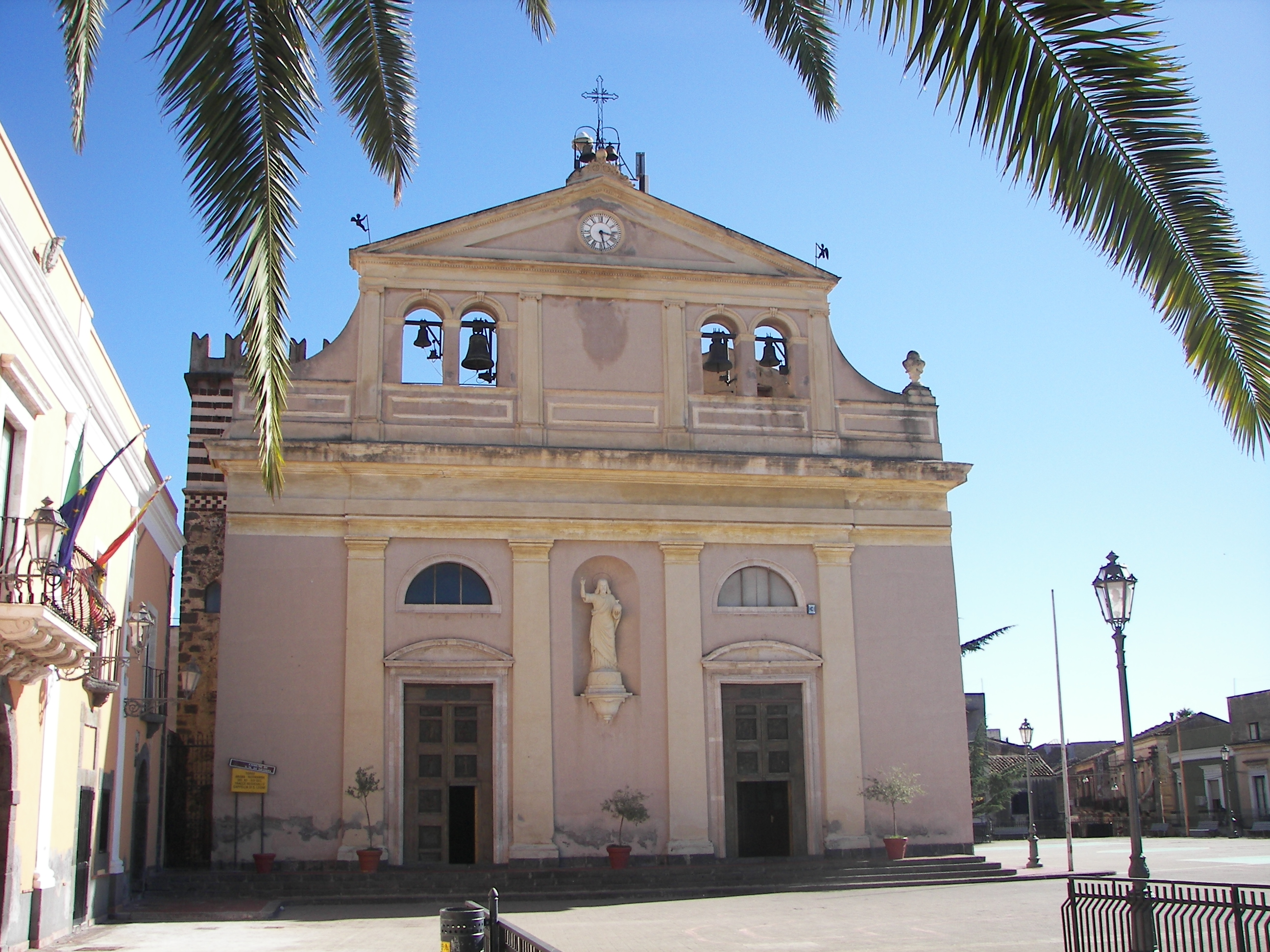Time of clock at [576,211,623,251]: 3:28
